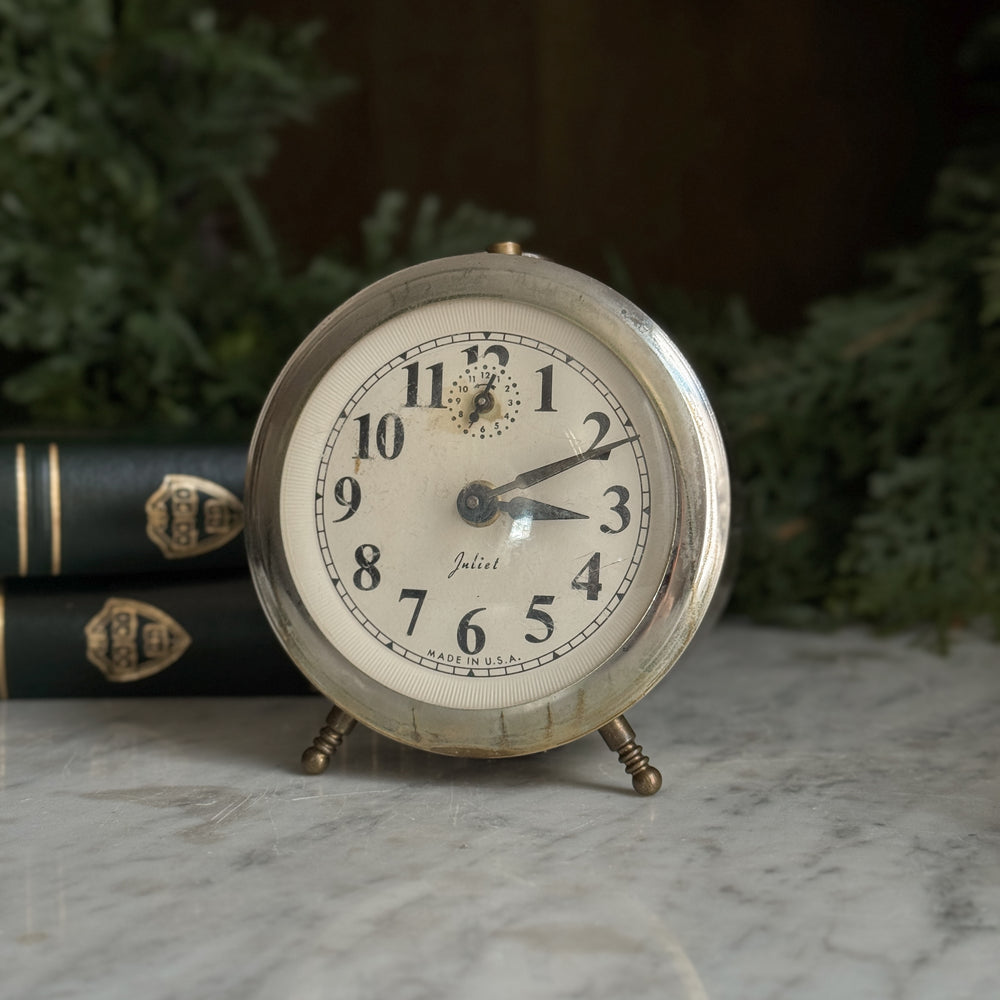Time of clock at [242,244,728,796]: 3:10
